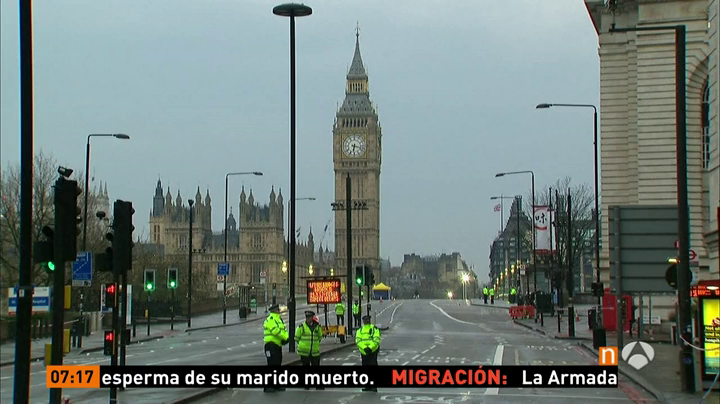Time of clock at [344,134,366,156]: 6:17
